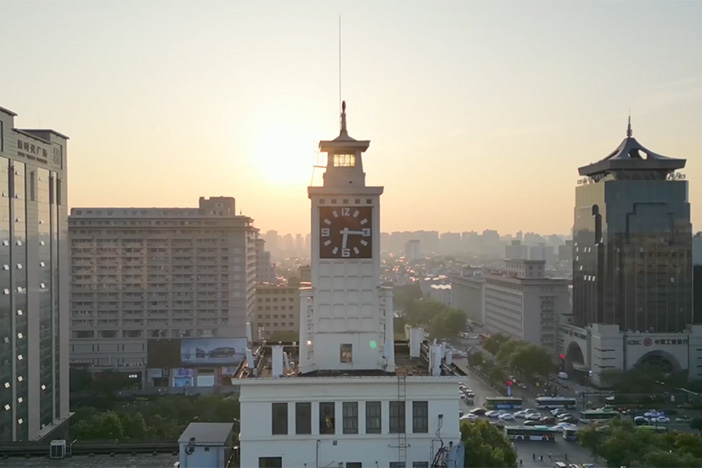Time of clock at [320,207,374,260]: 6:15
